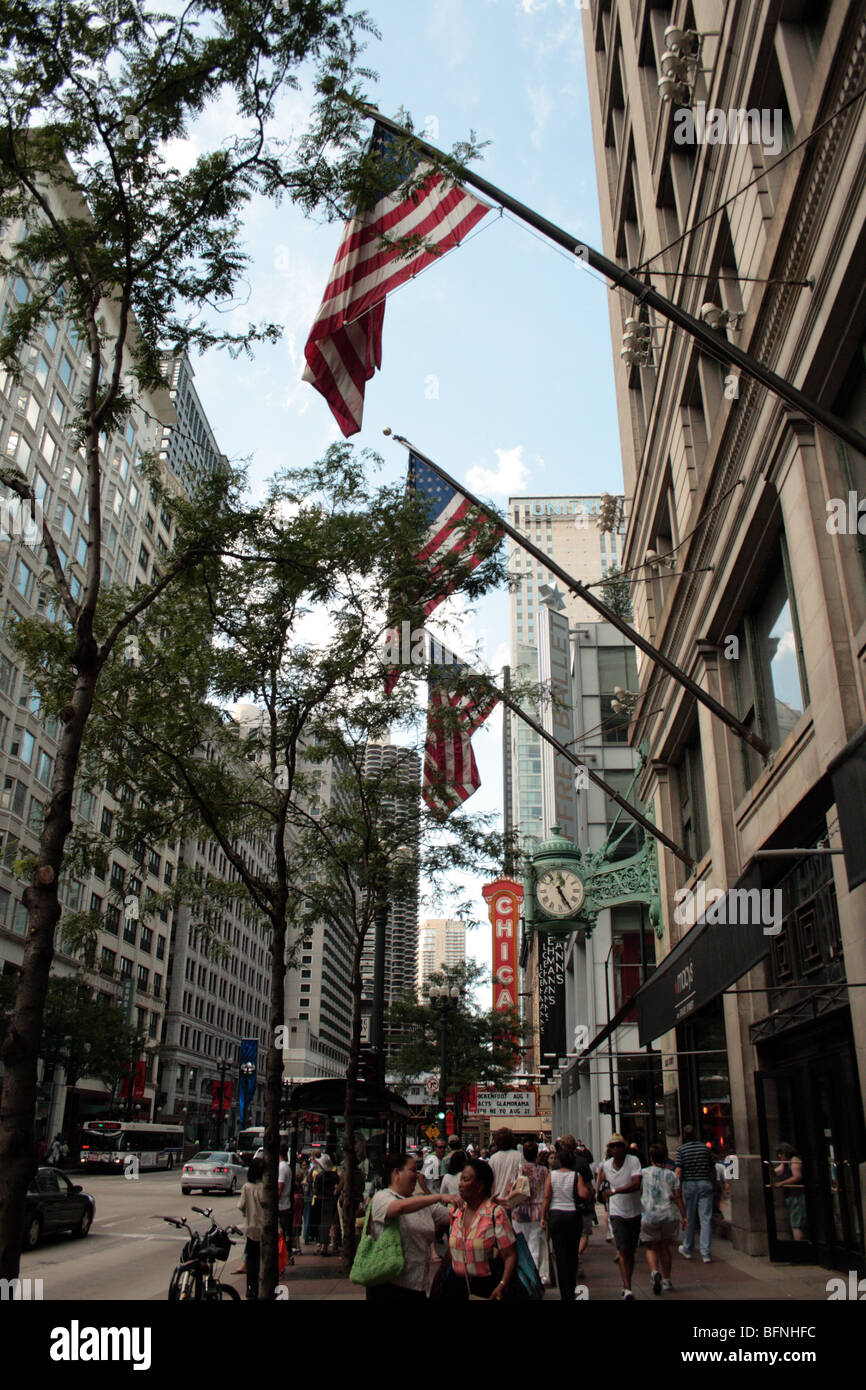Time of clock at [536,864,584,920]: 12:24
